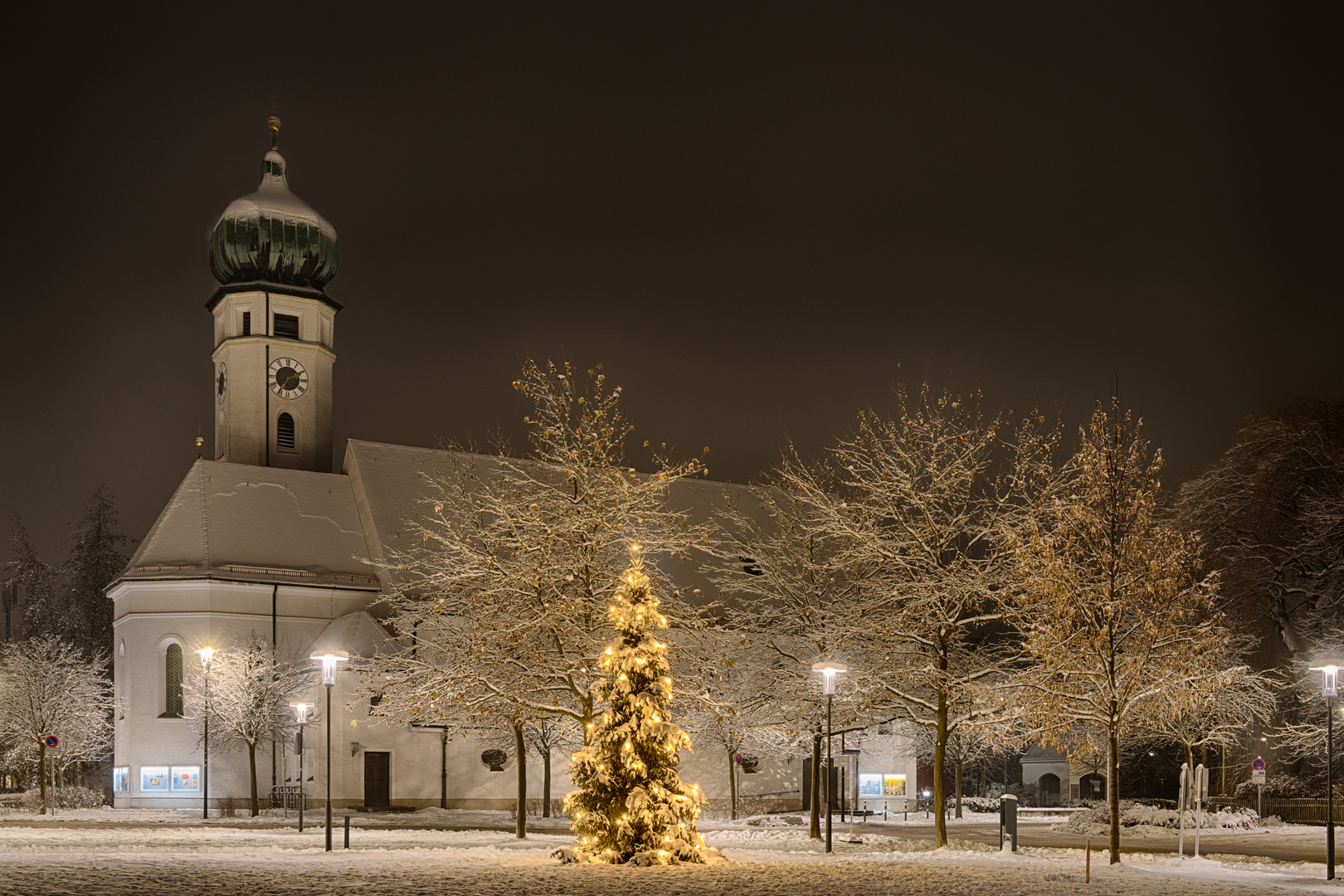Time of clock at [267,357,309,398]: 2:35
